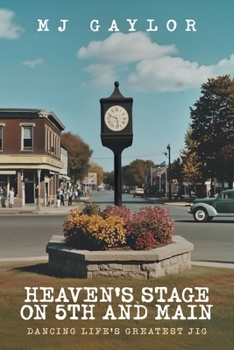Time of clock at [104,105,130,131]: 9:28
